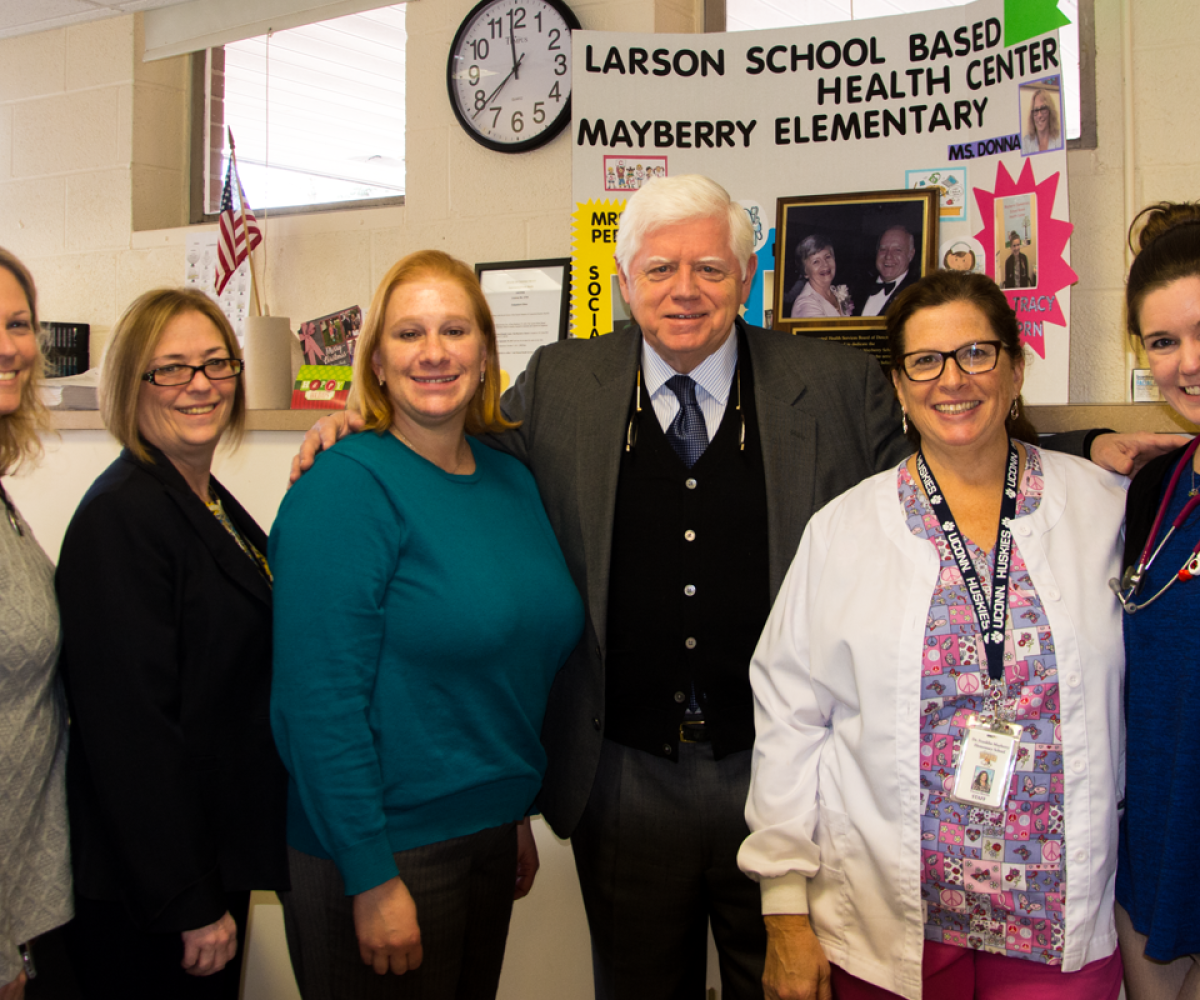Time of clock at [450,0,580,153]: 11:38
